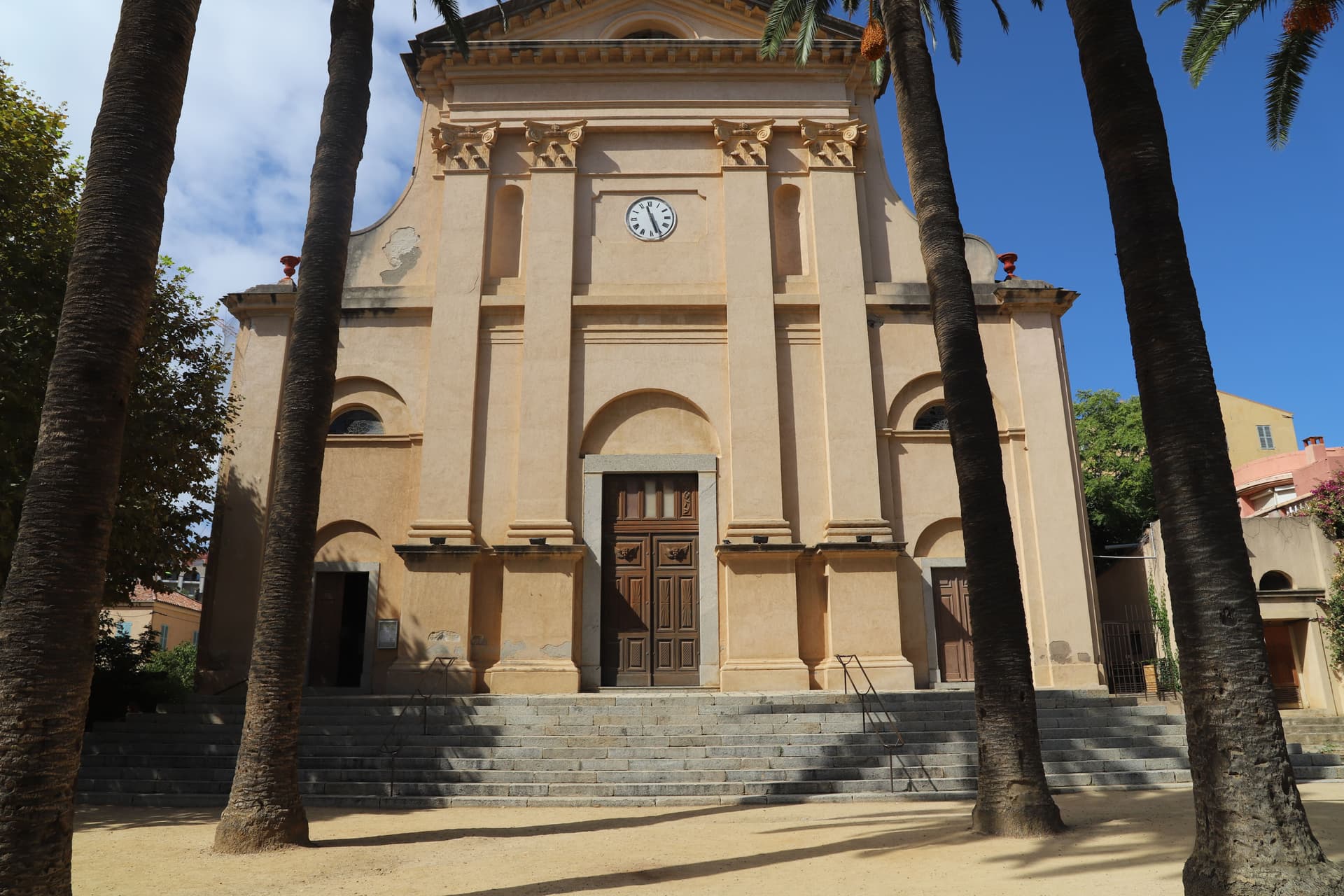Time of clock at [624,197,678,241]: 11:26
